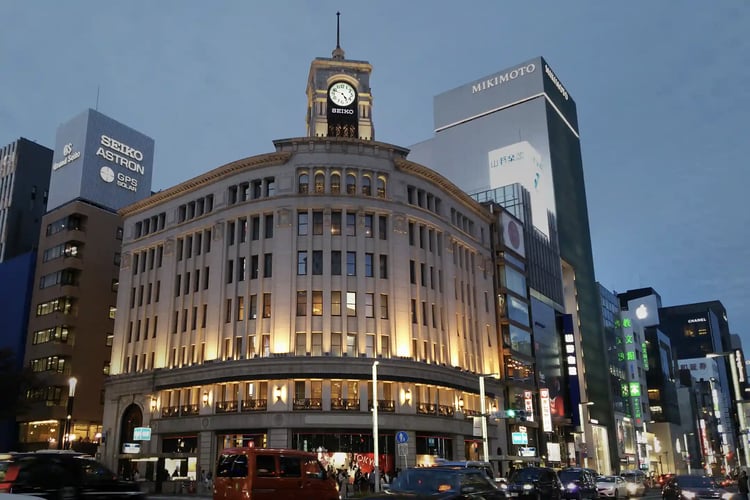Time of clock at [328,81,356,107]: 4:48
